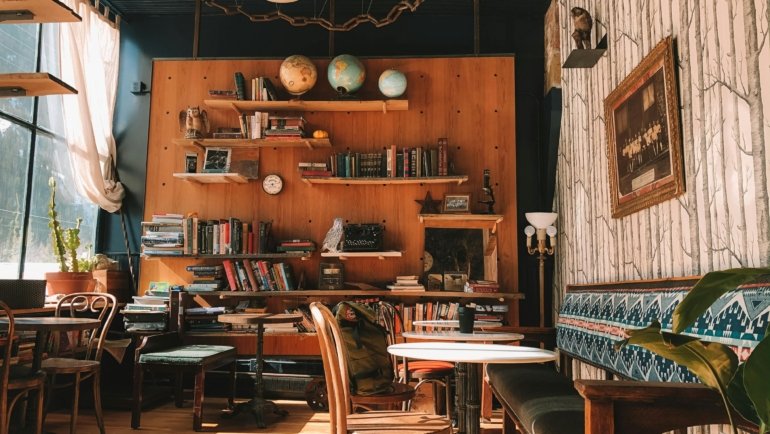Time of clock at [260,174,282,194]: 4:12
